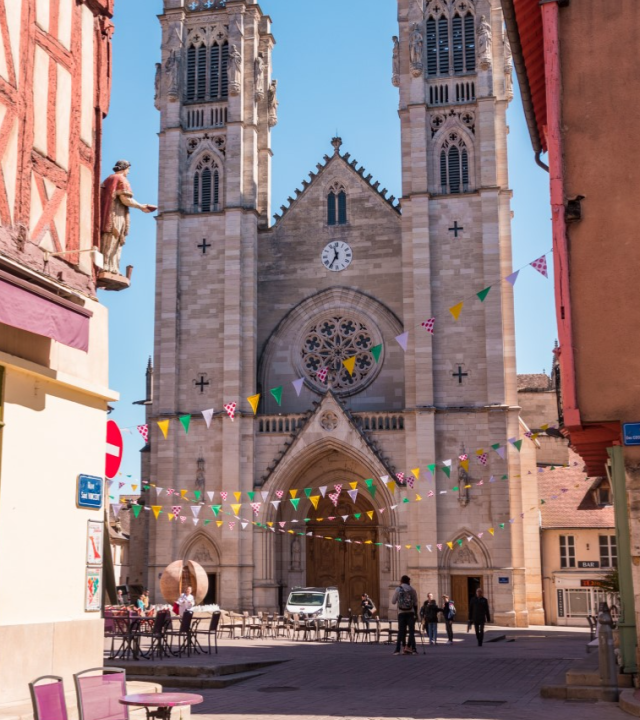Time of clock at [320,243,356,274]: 11:35
